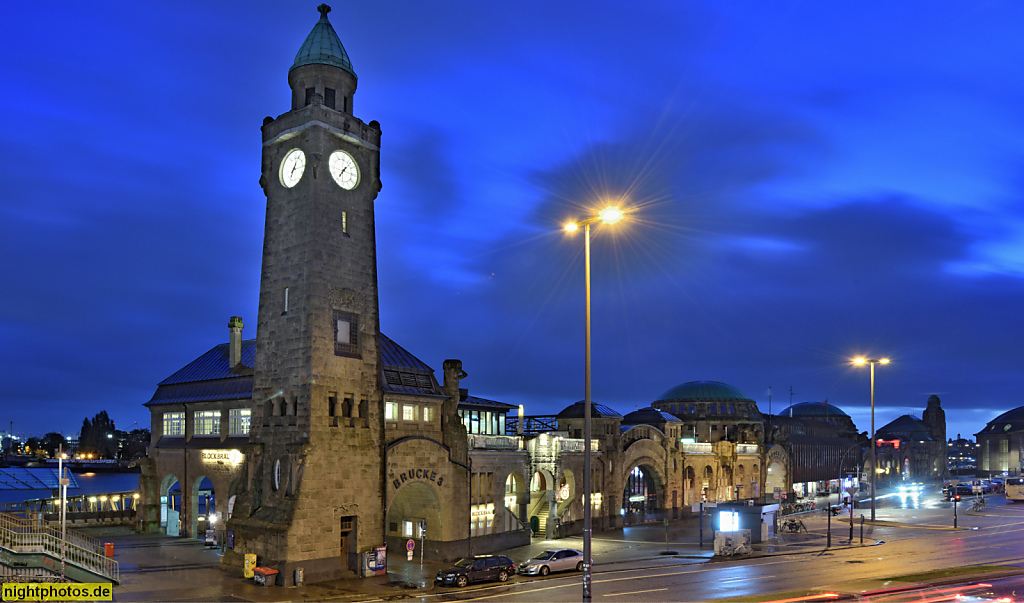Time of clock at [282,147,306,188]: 7:04
